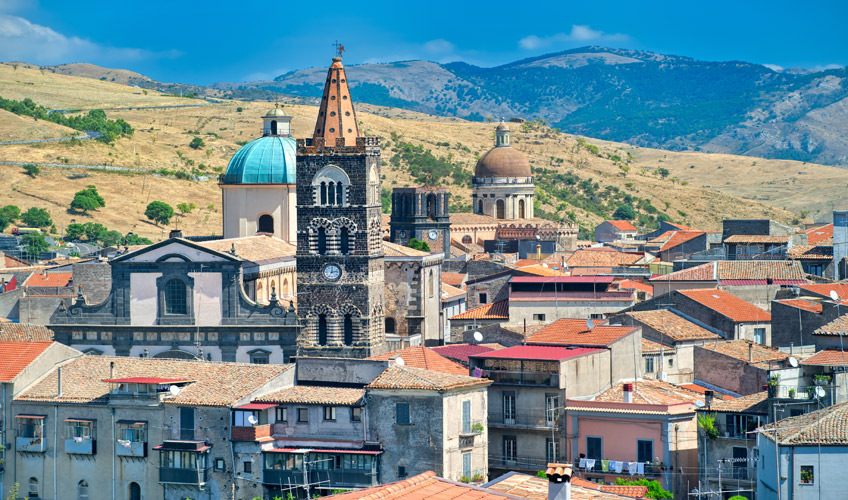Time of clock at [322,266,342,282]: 12:12
